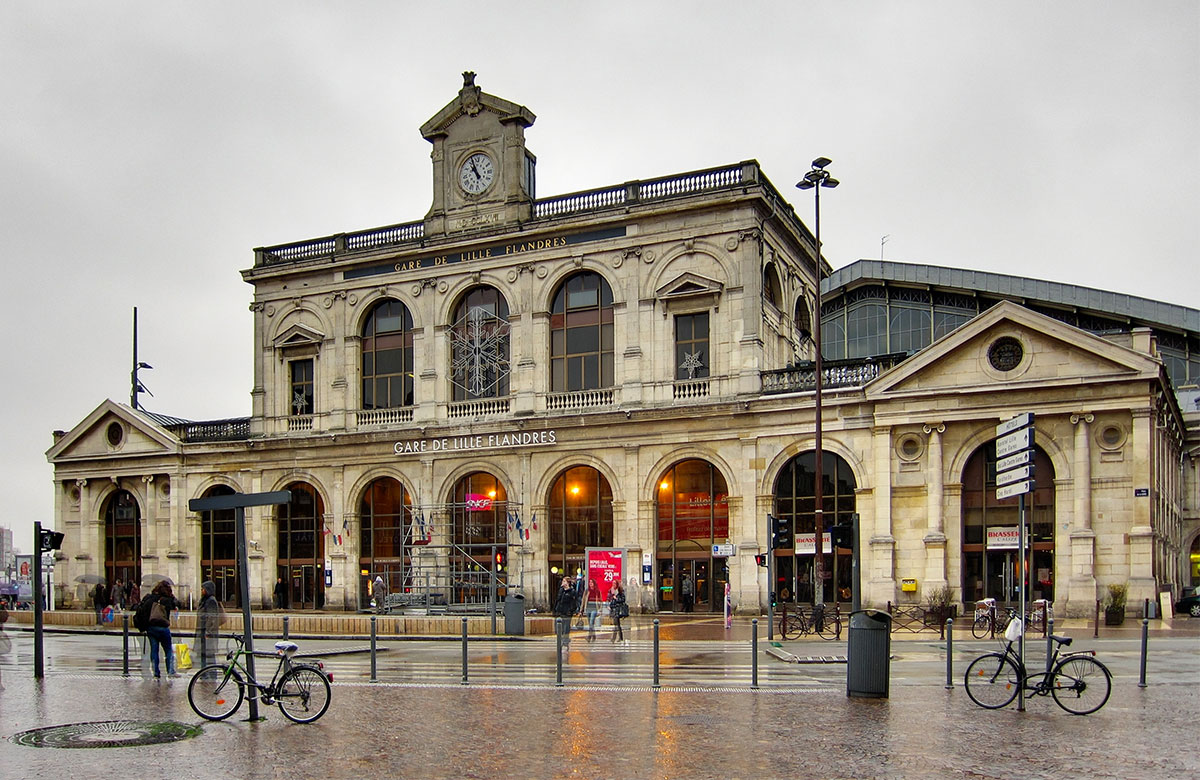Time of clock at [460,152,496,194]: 10:56
